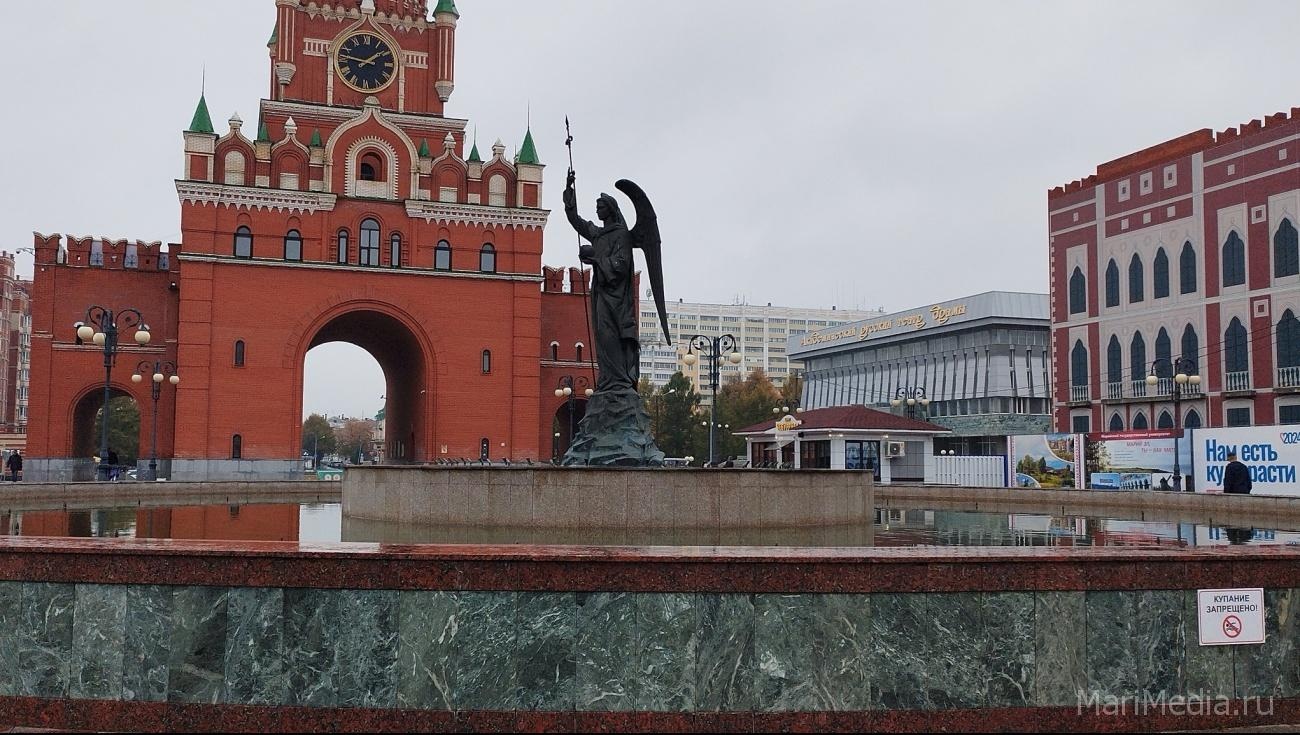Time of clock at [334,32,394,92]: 1:46
